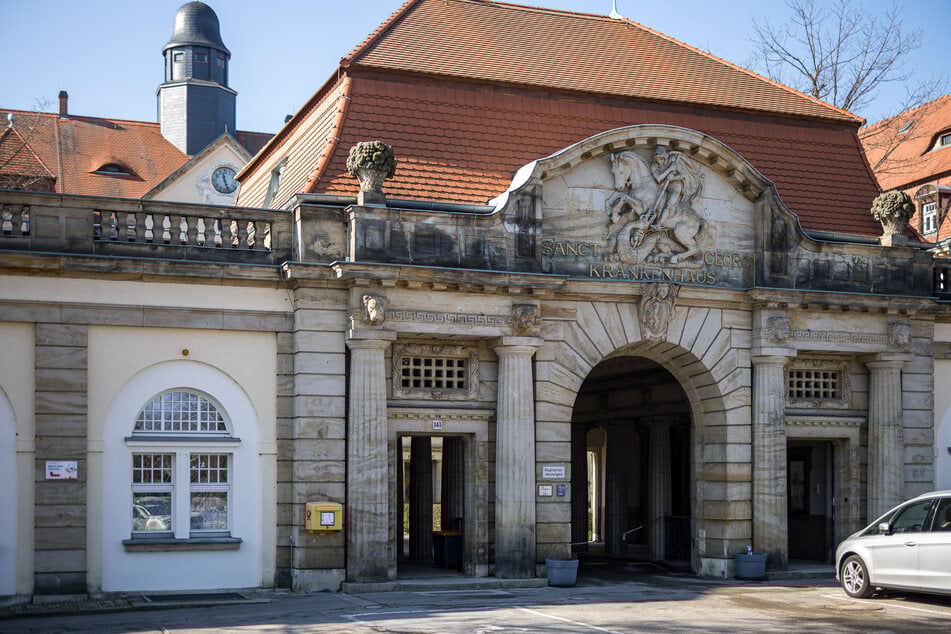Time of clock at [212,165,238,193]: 11:26
